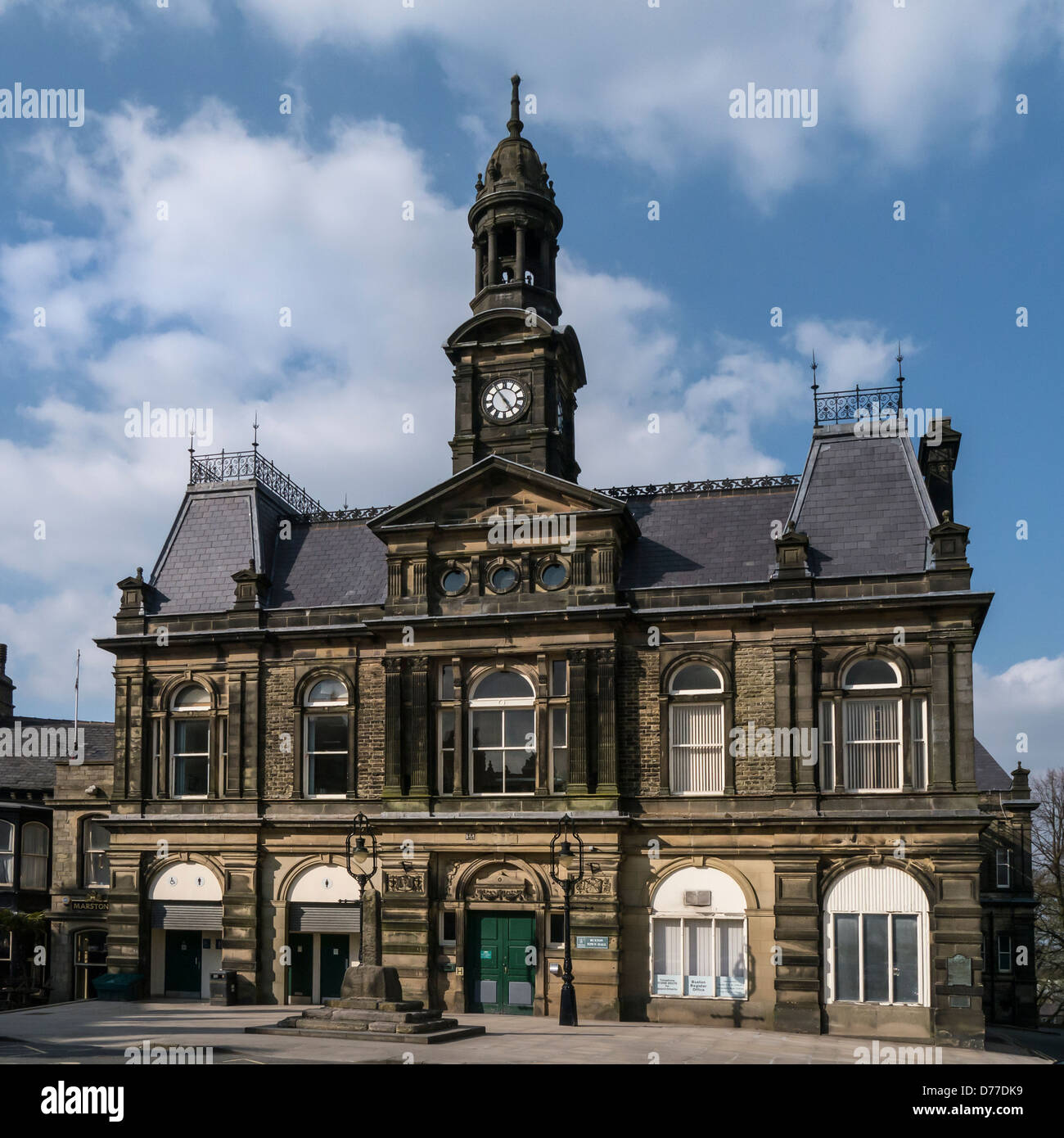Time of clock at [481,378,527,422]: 4:54
